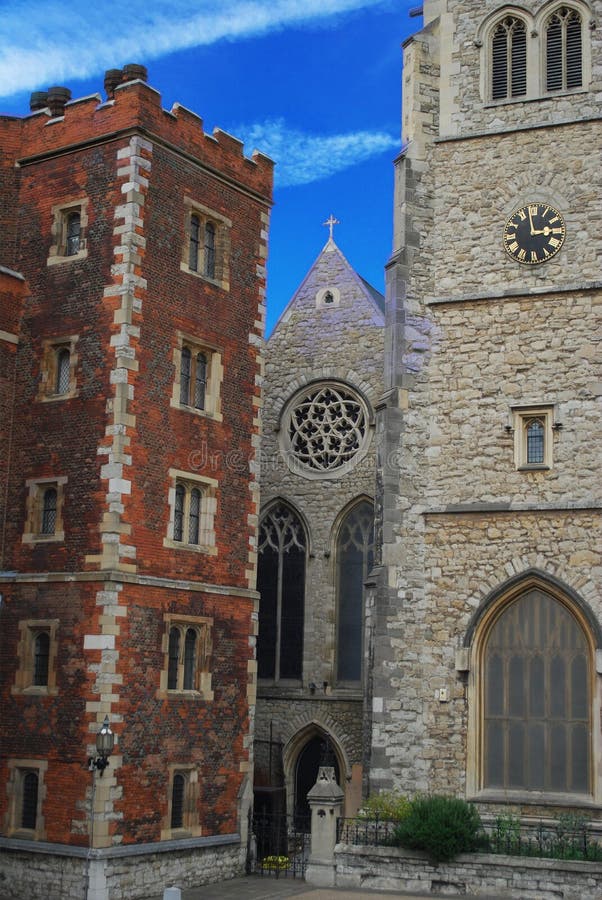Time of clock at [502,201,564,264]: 2:58
